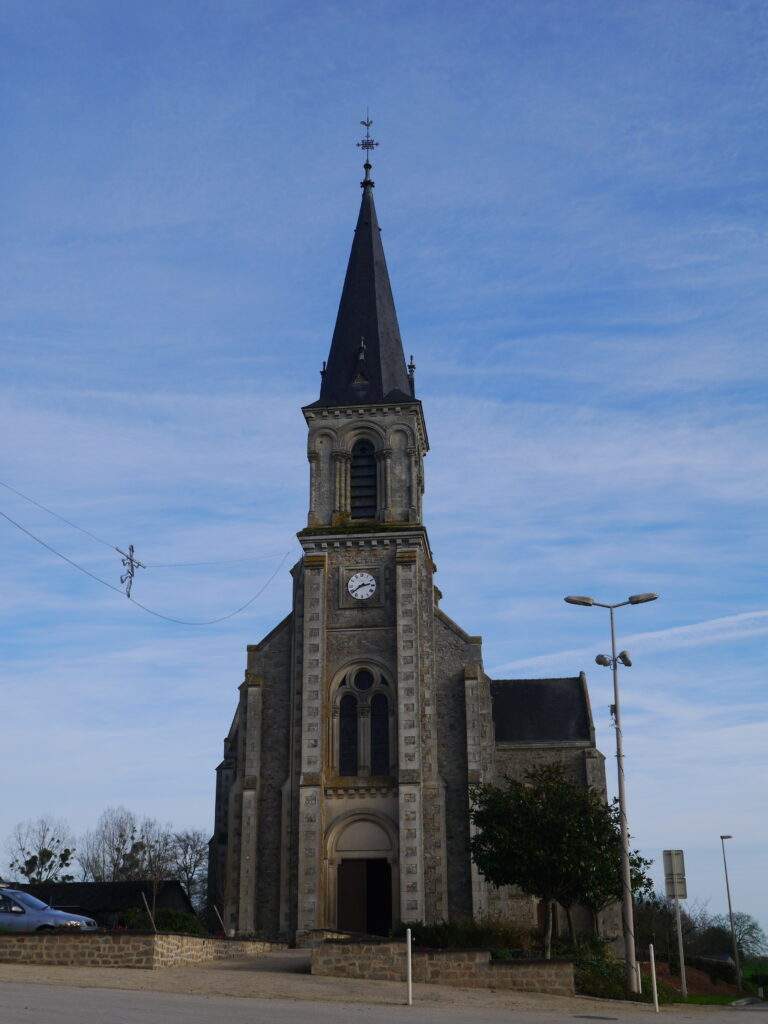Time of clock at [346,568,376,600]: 2:39
